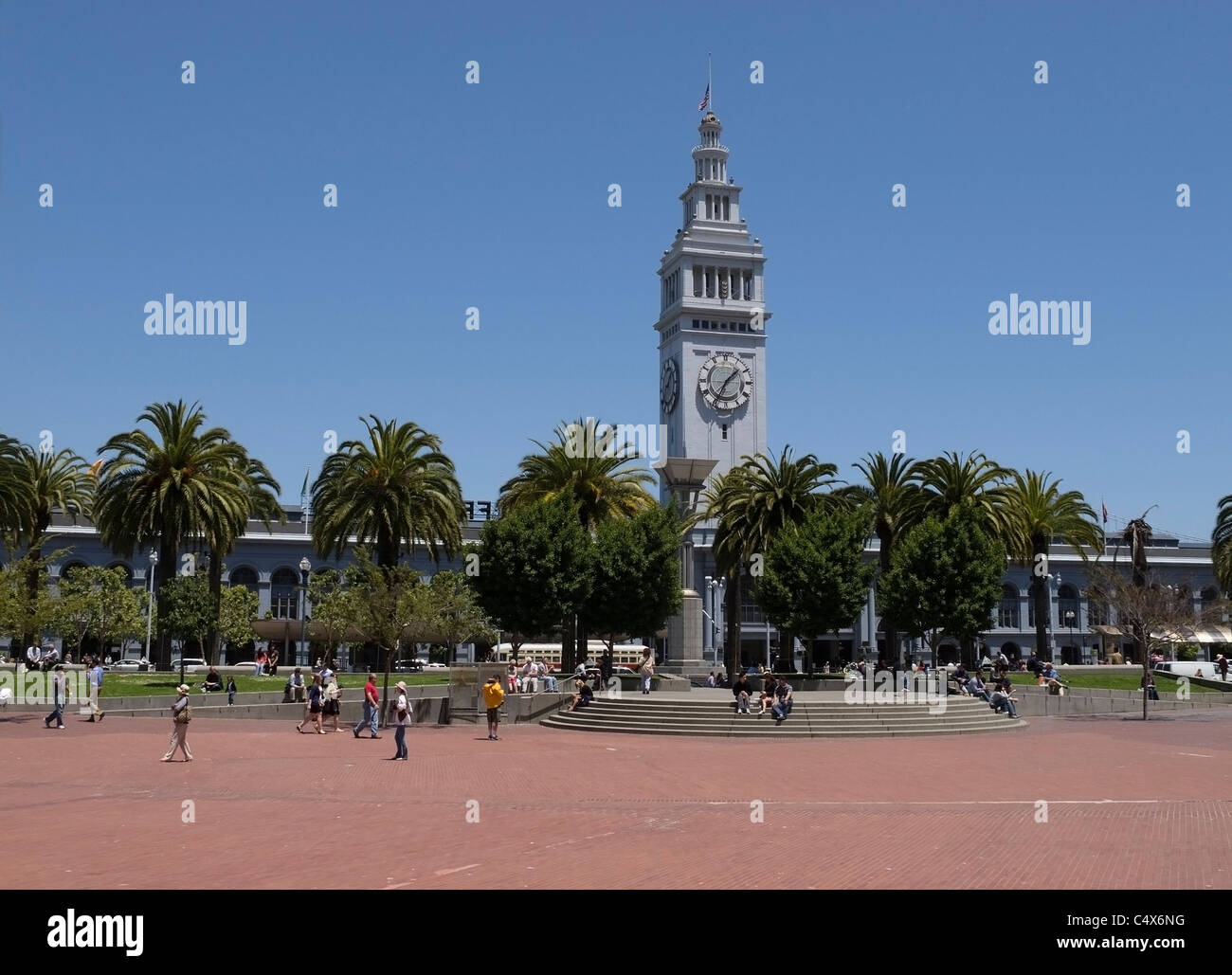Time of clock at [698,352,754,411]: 1:34
